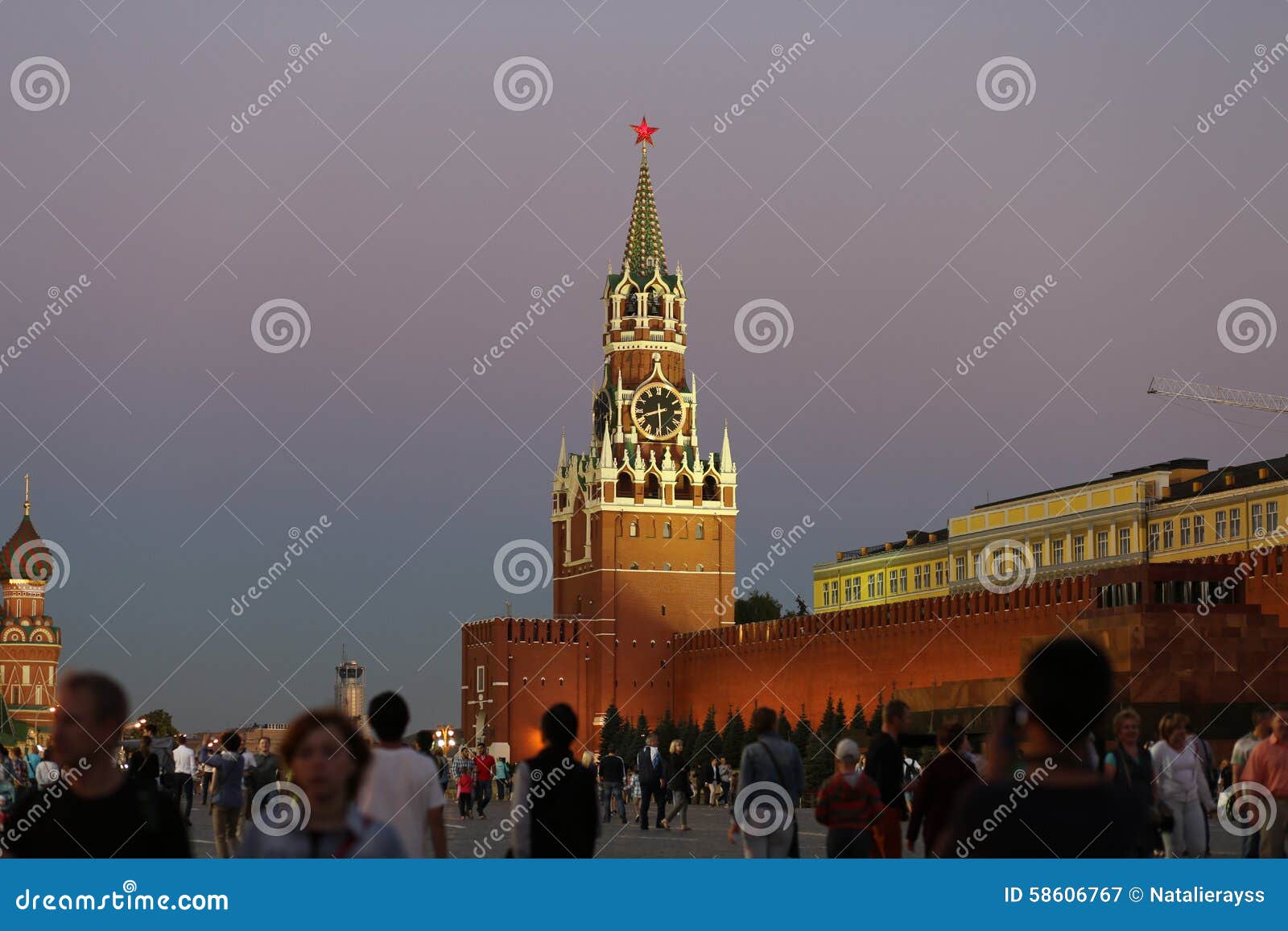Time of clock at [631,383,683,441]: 8:29
